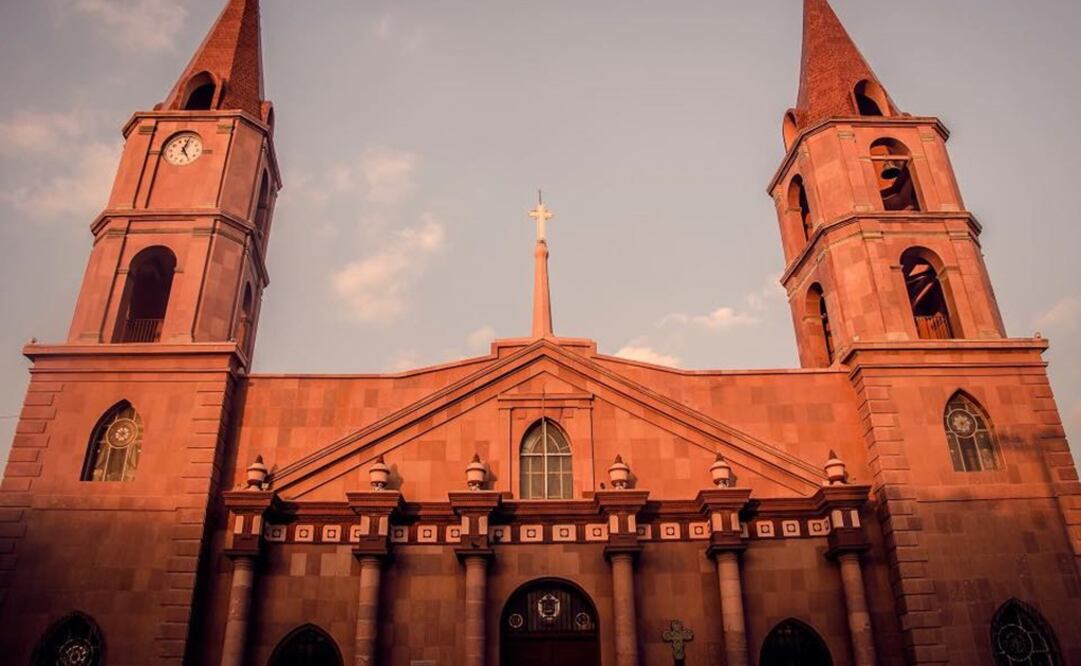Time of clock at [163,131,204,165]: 5:02
